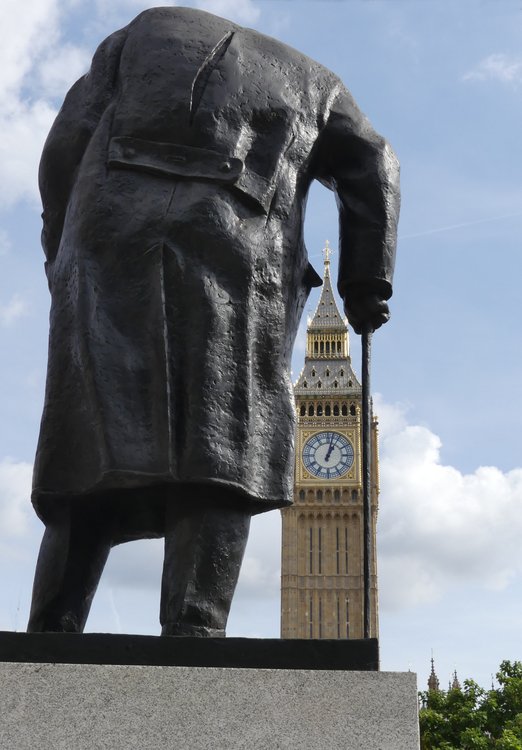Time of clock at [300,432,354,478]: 1:02
